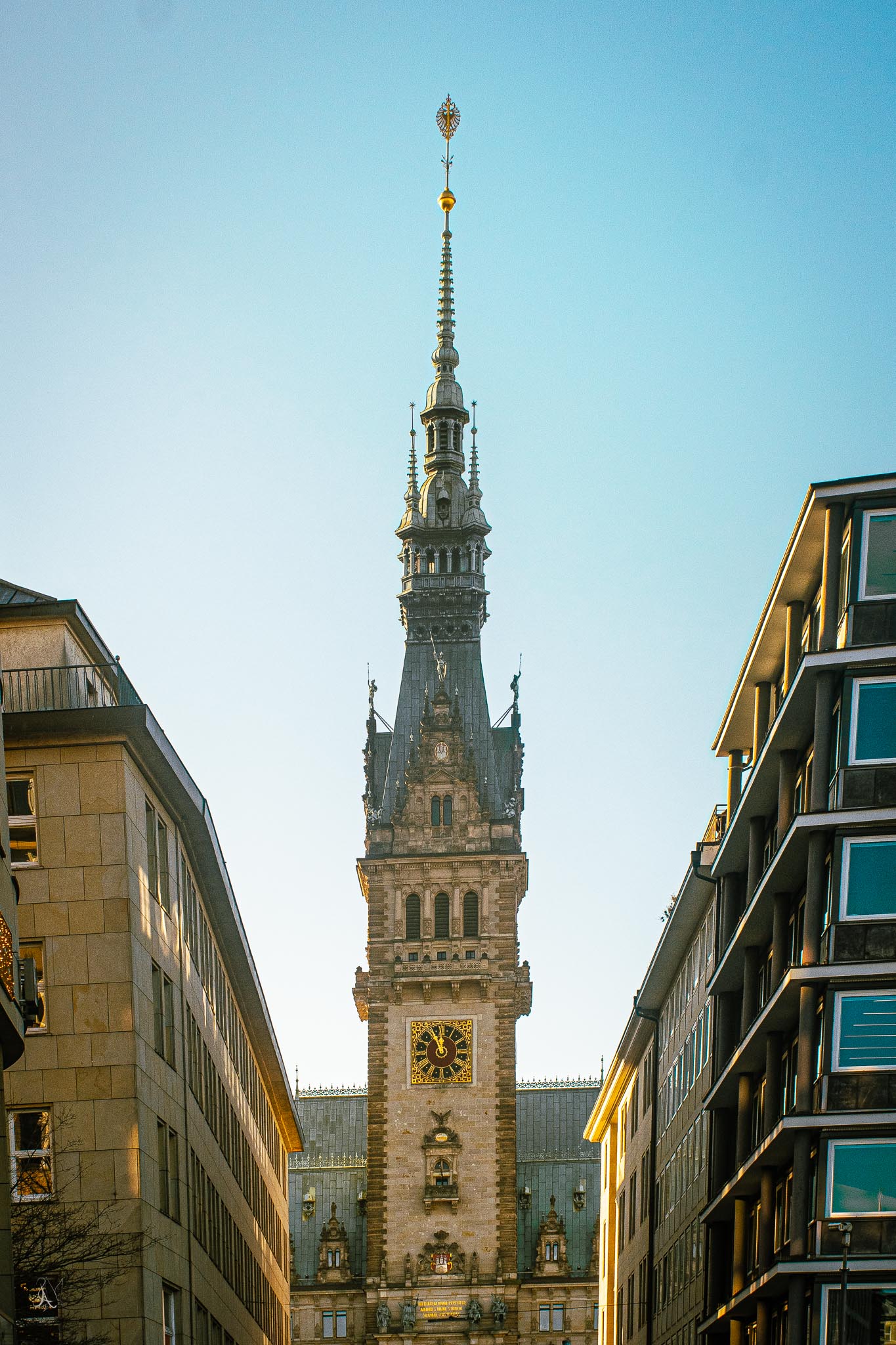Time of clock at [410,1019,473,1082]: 11:55
